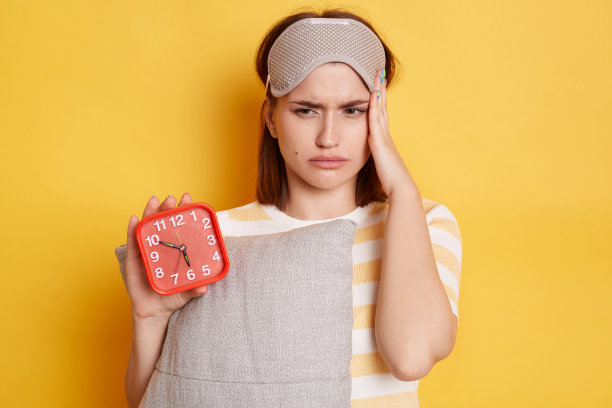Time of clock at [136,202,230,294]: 5:49
